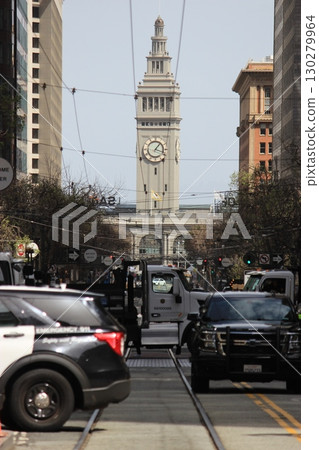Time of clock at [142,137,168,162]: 1:18
